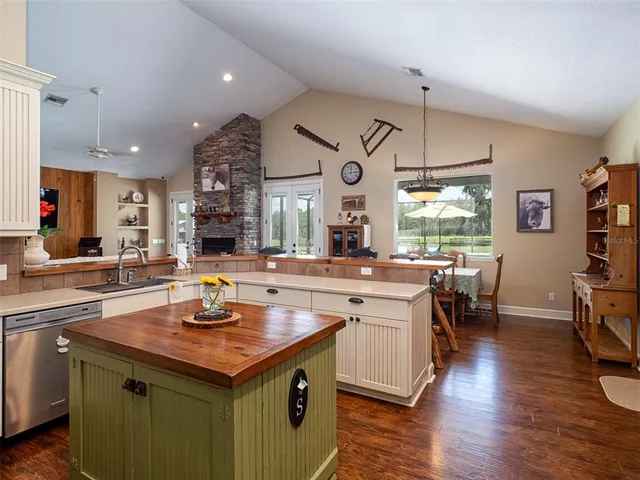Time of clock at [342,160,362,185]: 12:14
